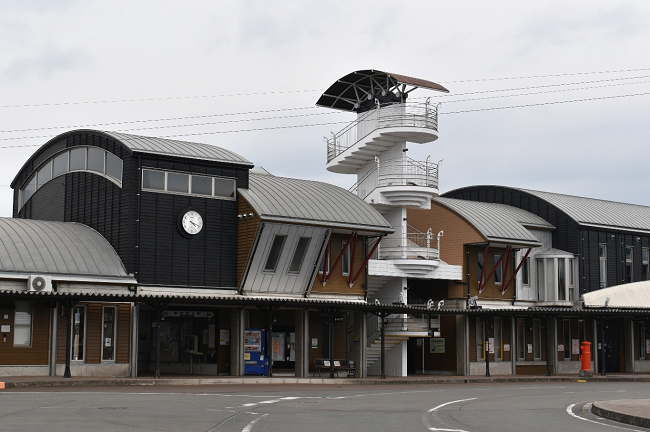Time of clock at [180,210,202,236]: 4:18
